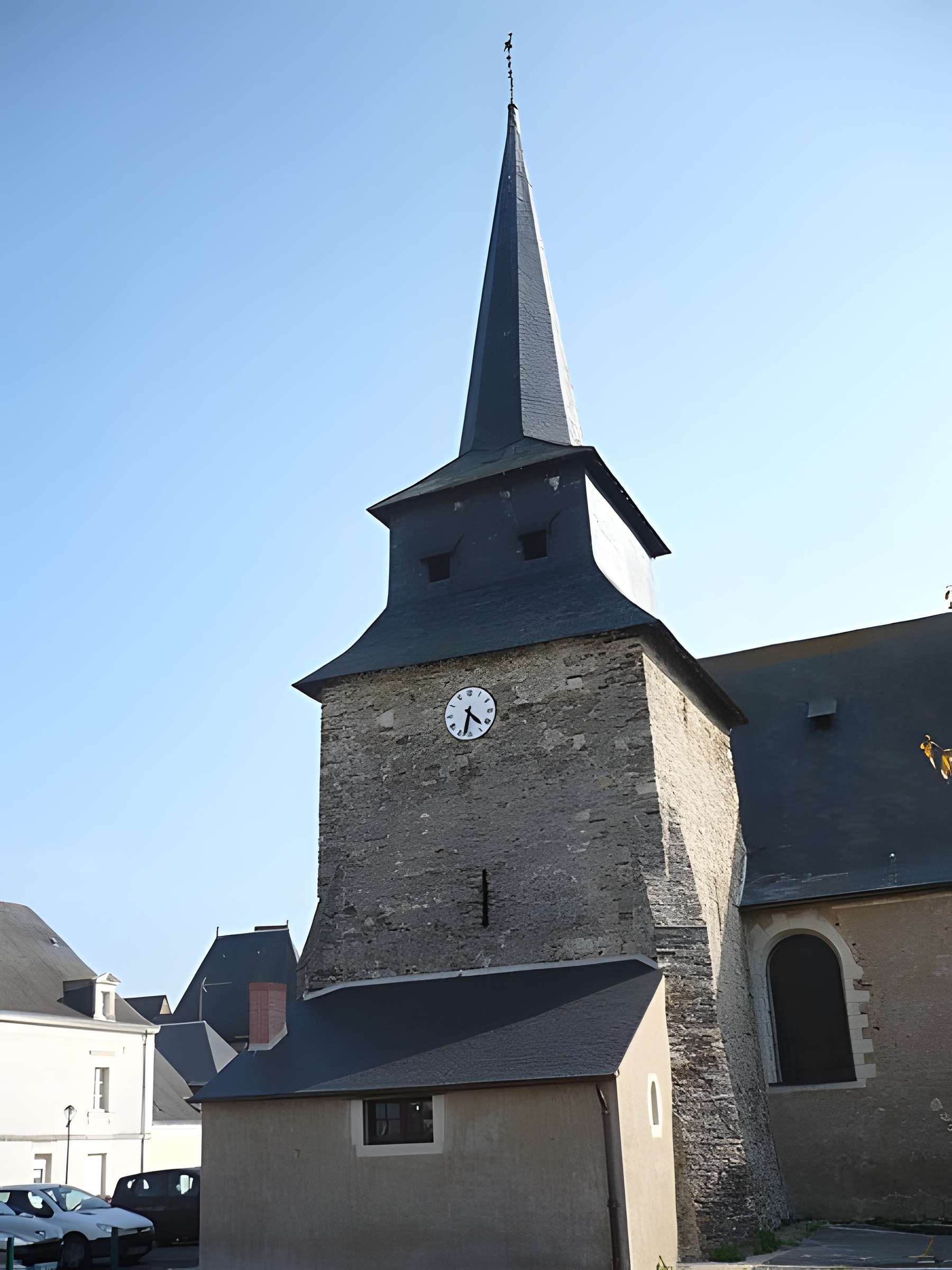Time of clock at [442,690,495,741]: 4:32
